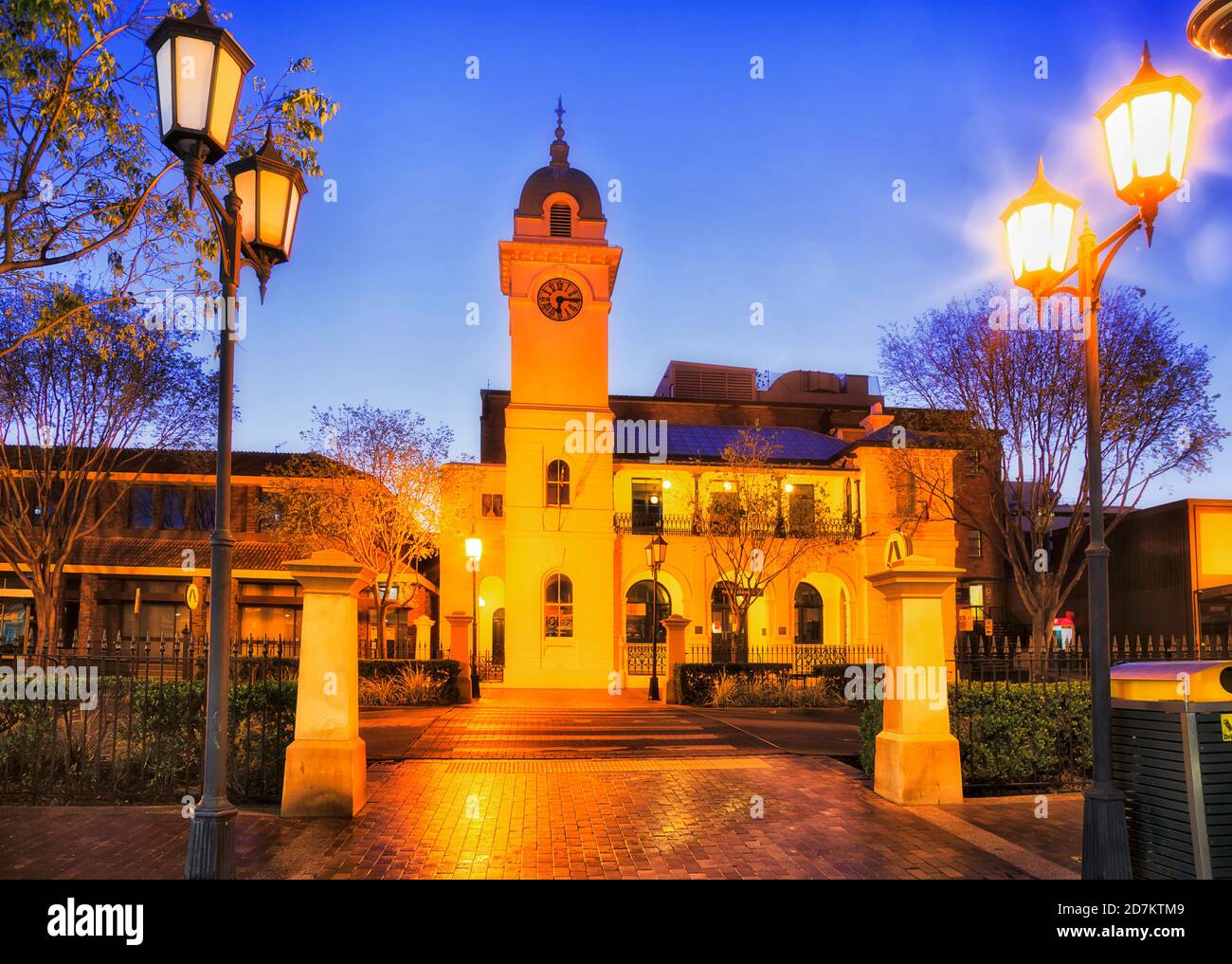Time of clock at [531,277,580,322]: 6:13
